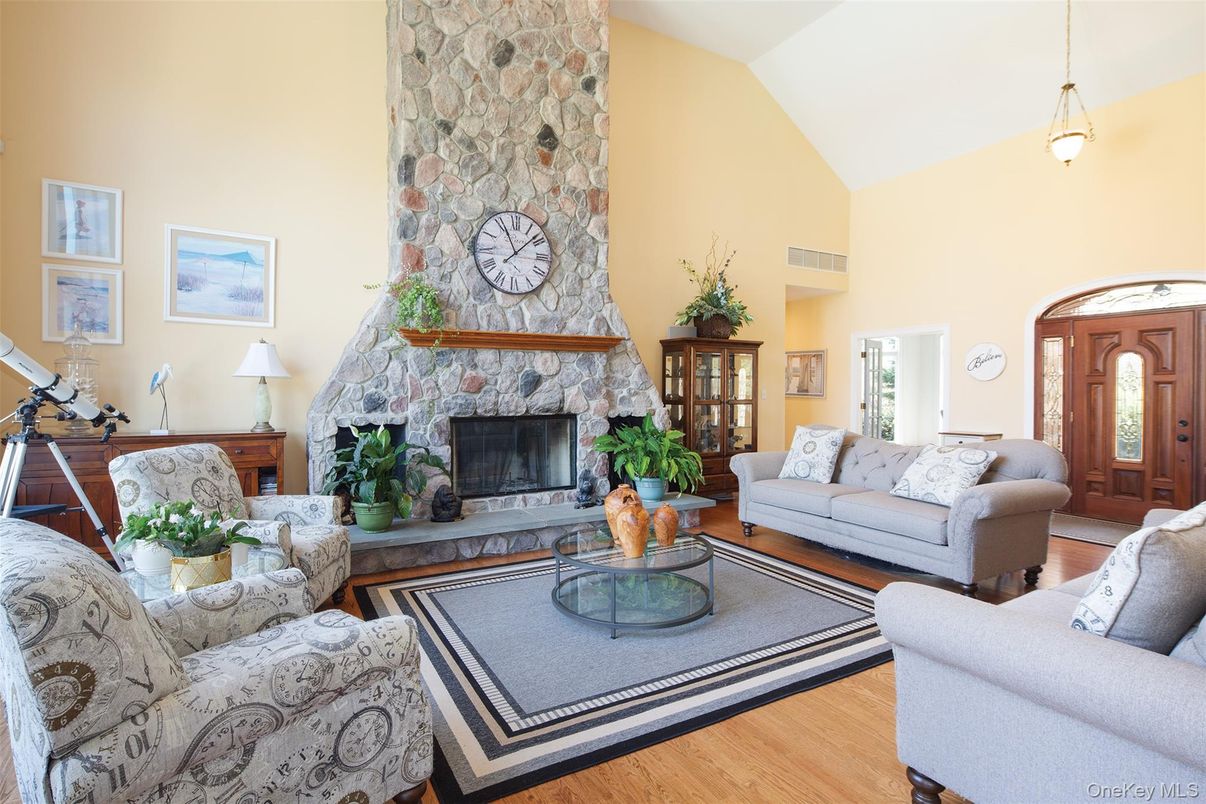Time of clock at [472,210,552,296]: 11:07
